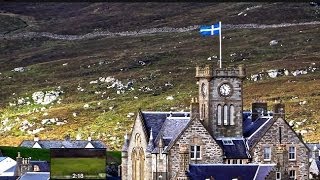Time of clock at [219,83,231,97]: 10:32
